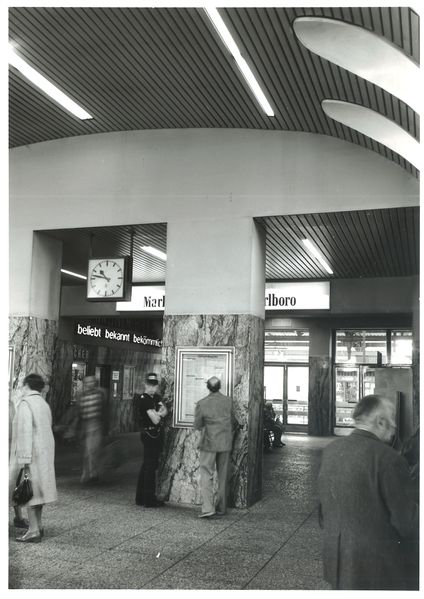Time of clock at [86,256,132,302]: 10:47
